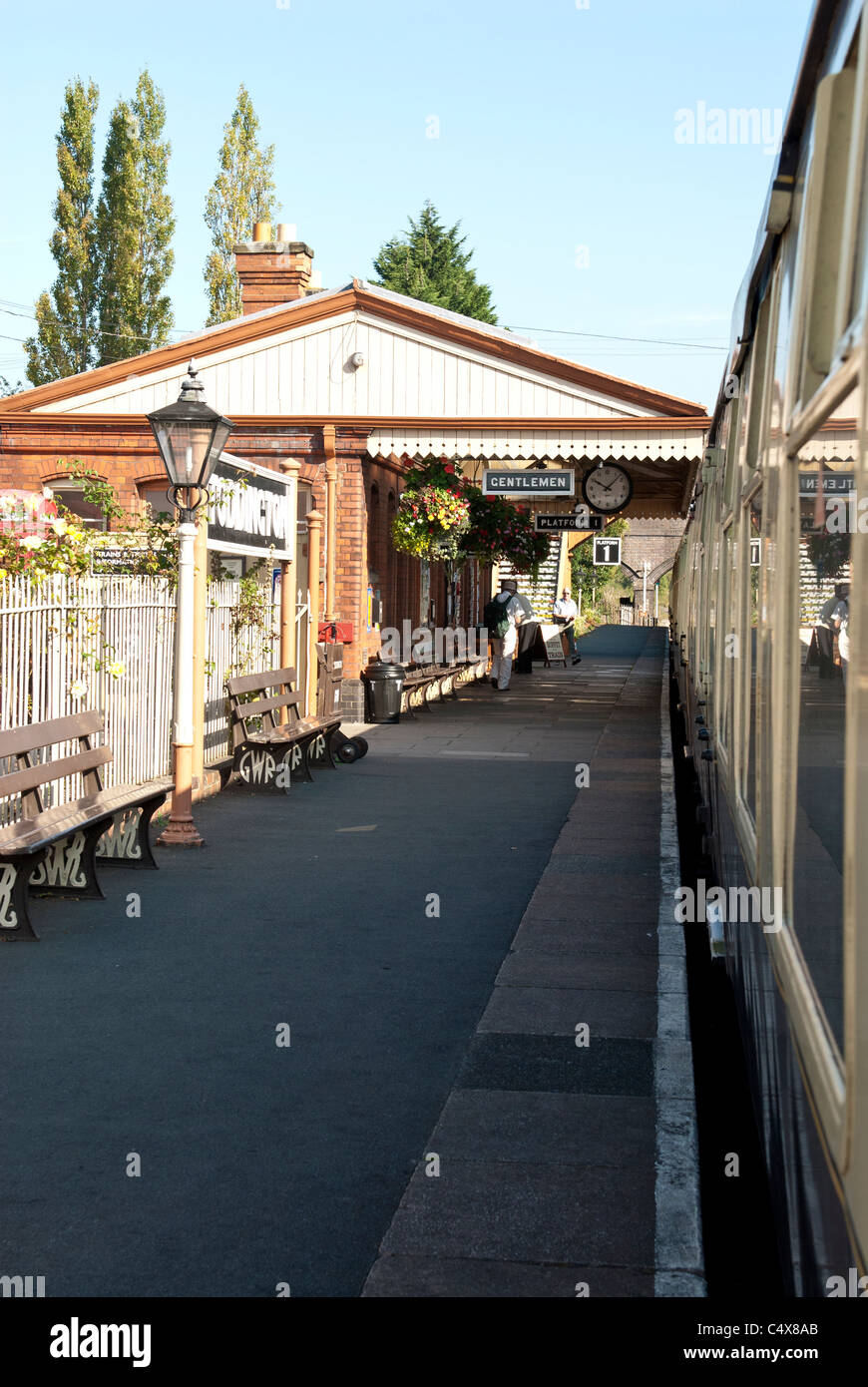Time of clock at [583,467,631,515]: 10:07
